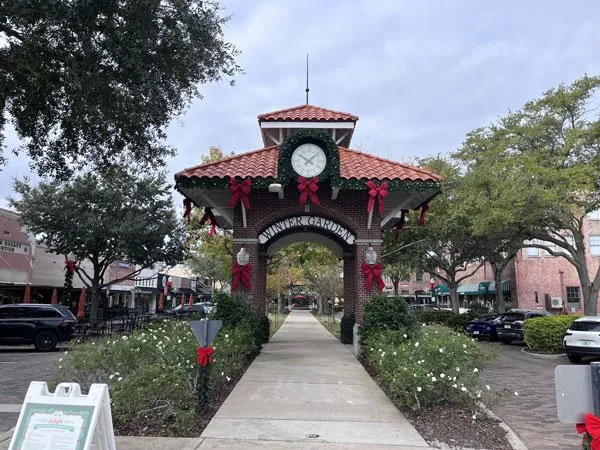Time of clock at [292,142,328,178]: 10:07
